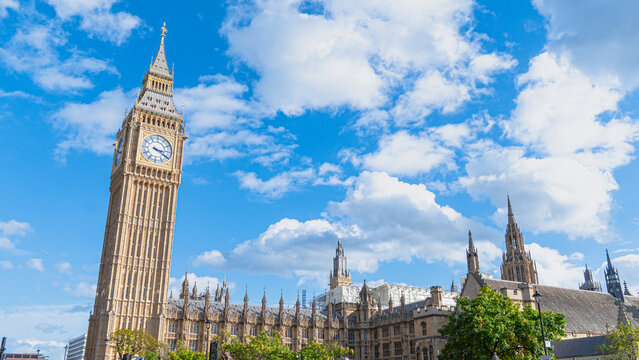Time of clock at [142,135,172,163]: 3:20
